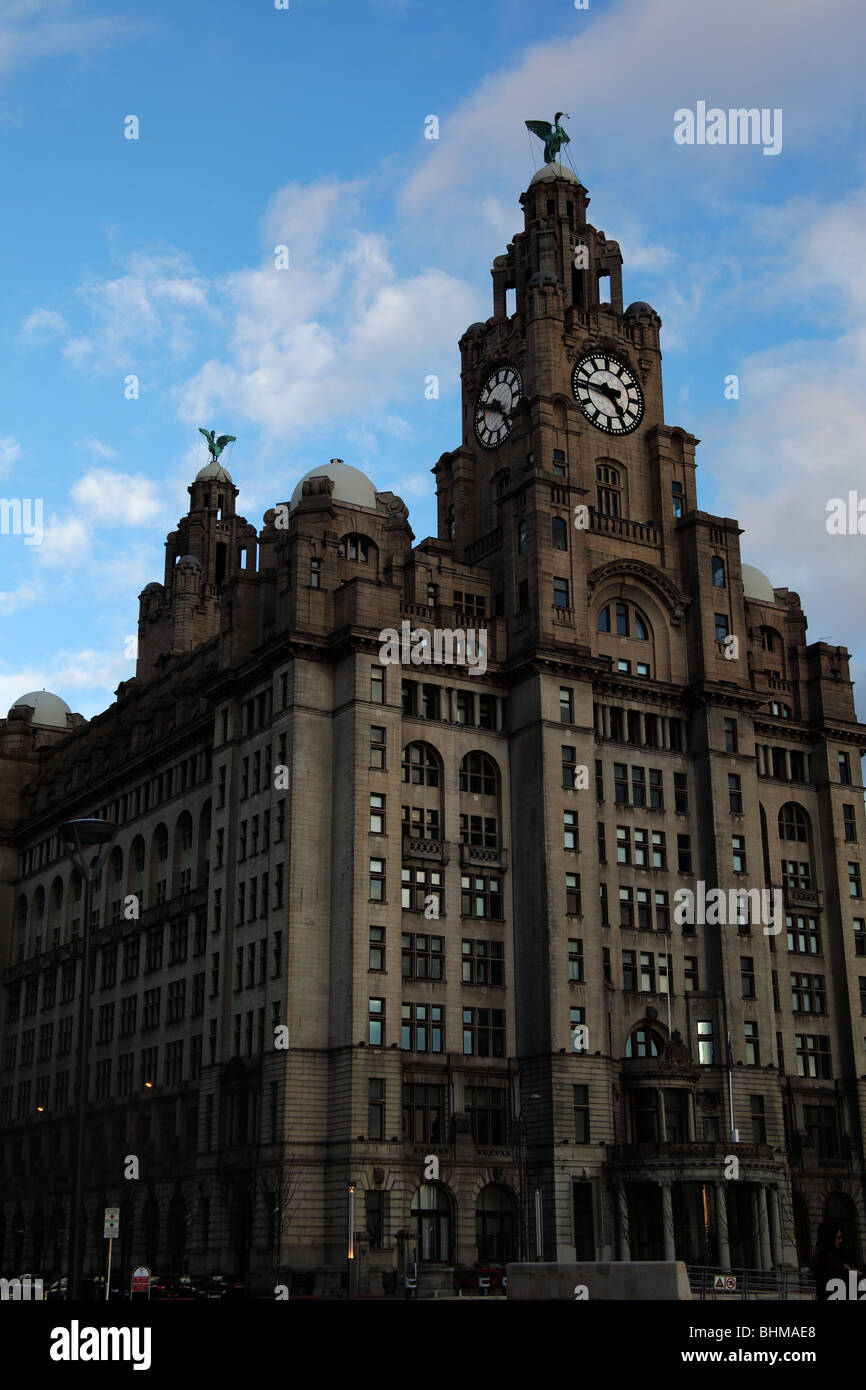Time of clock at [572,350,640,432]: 4:46
